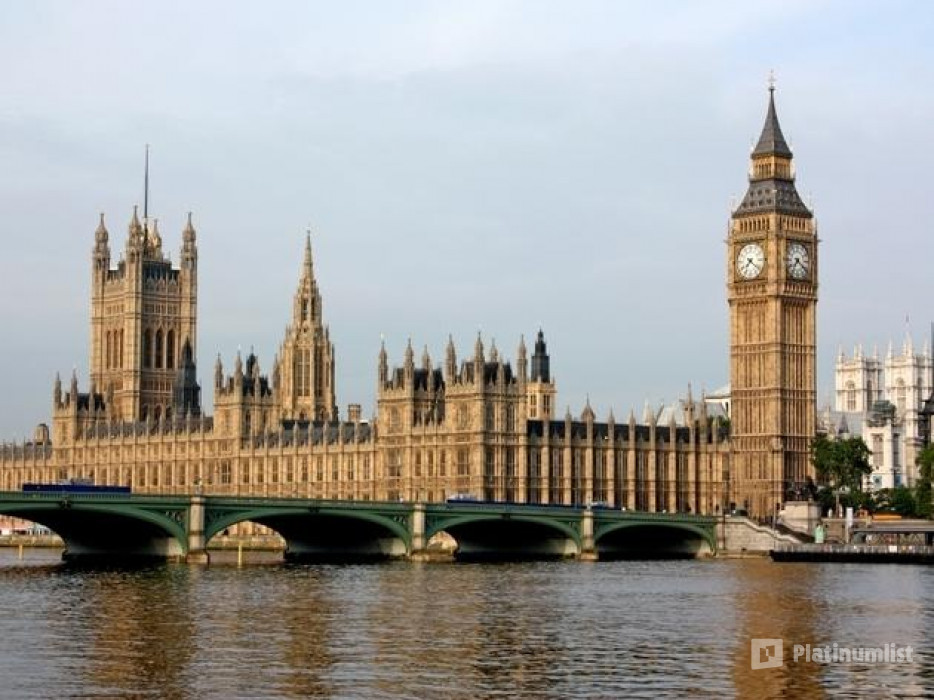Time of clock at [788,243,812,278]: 7:21
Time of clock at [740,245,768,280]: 7:21
